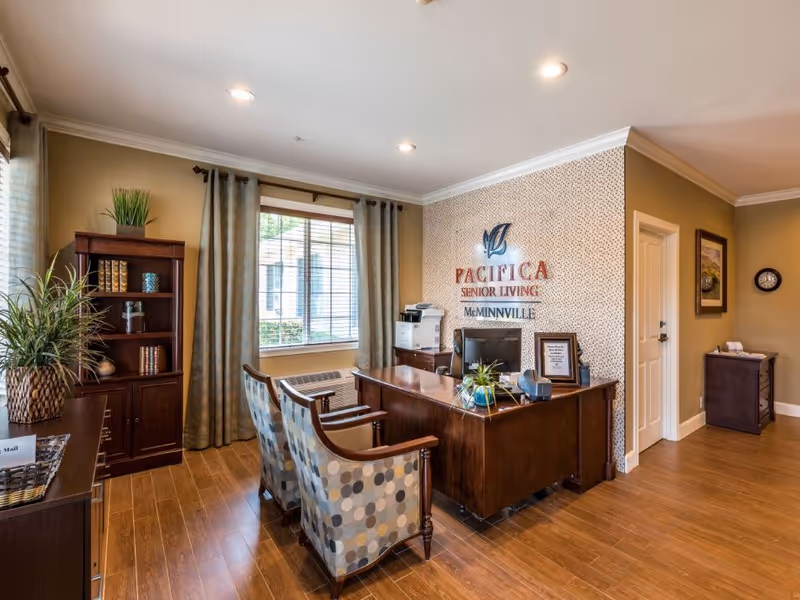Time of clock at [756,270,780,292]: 11:40
